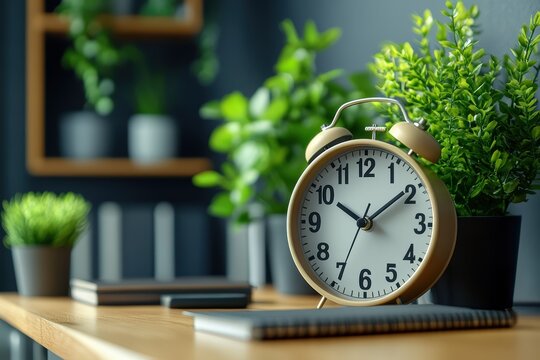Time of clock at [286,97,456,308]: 10:09
